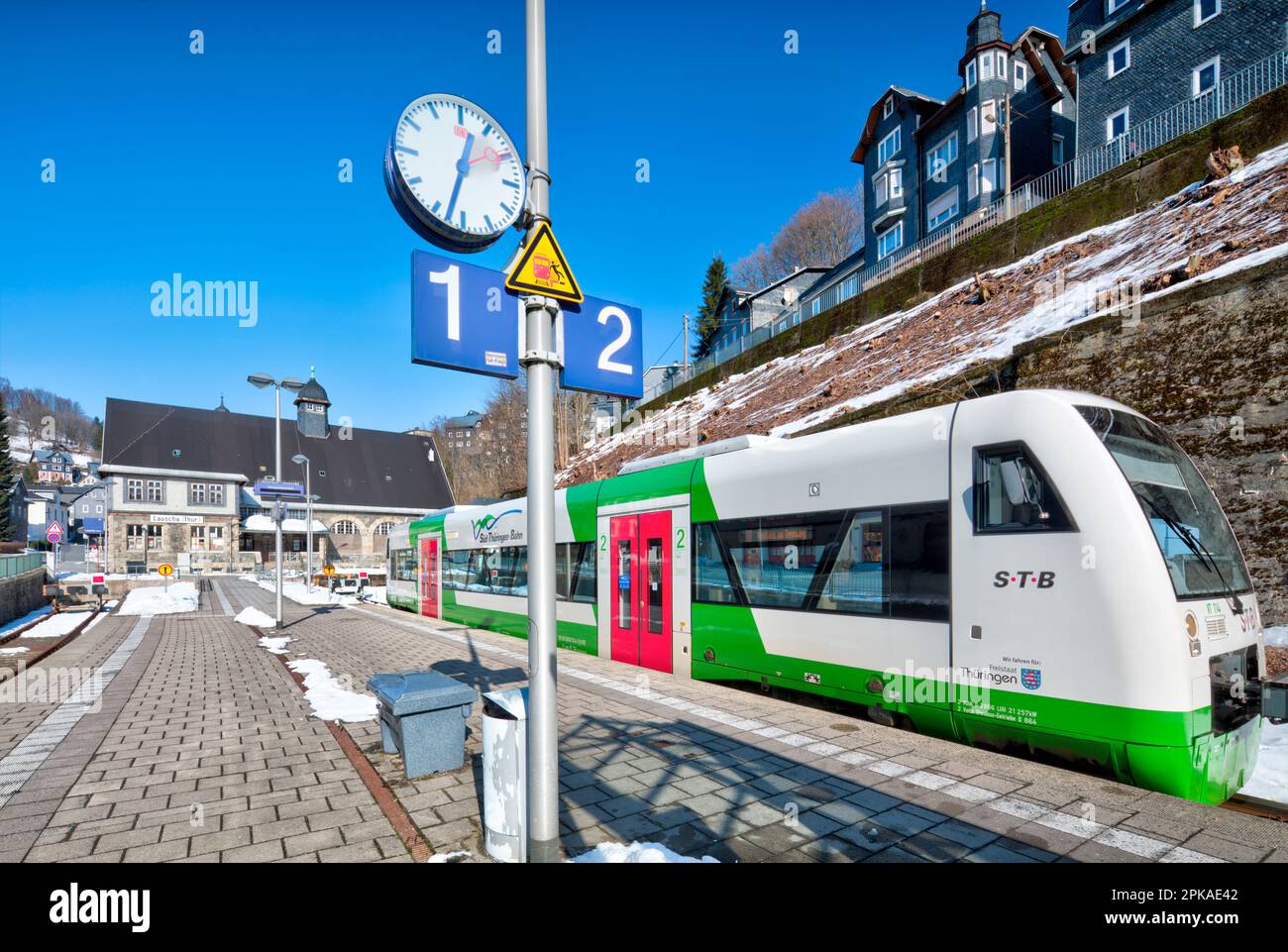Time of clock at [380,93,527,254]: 12:32
